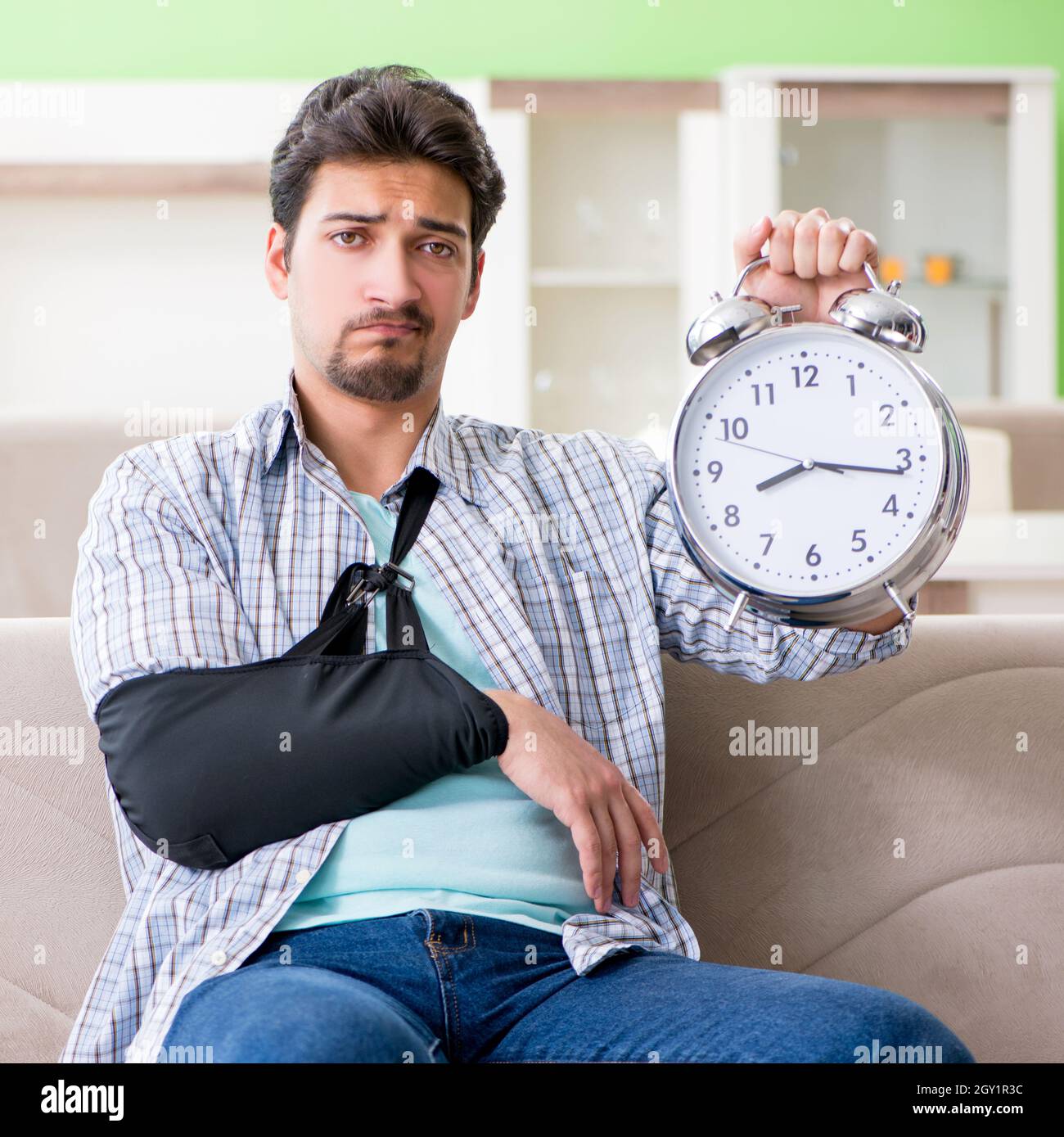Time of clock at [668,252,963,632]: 8:16
